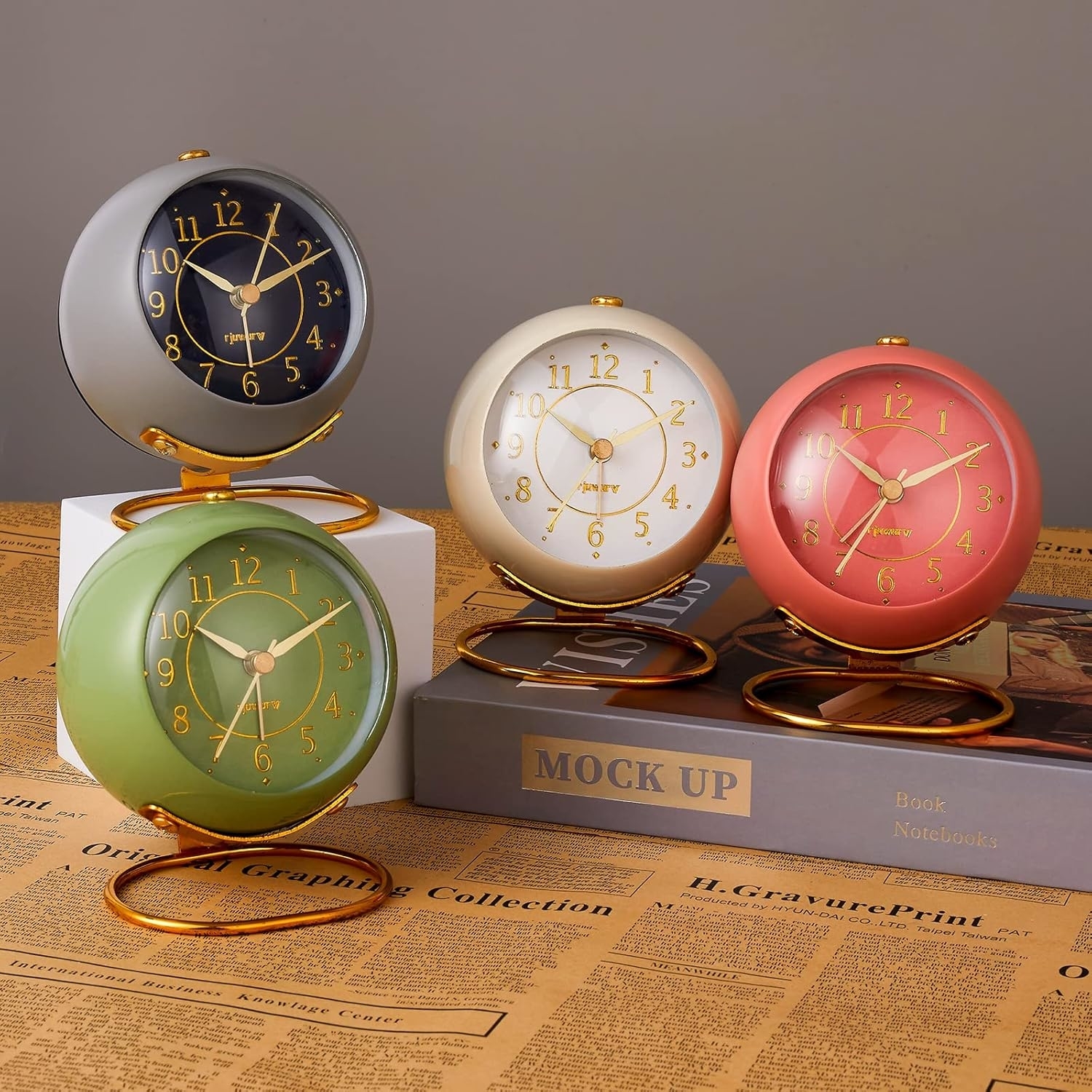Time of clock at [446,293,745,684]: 10:10
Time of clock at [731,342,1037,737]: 10:10
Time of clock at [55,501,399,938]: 10:10
